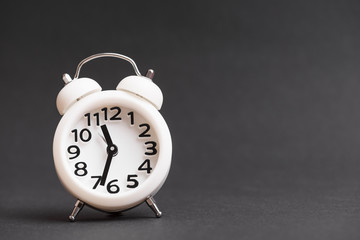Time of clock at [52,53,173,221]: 11:33
